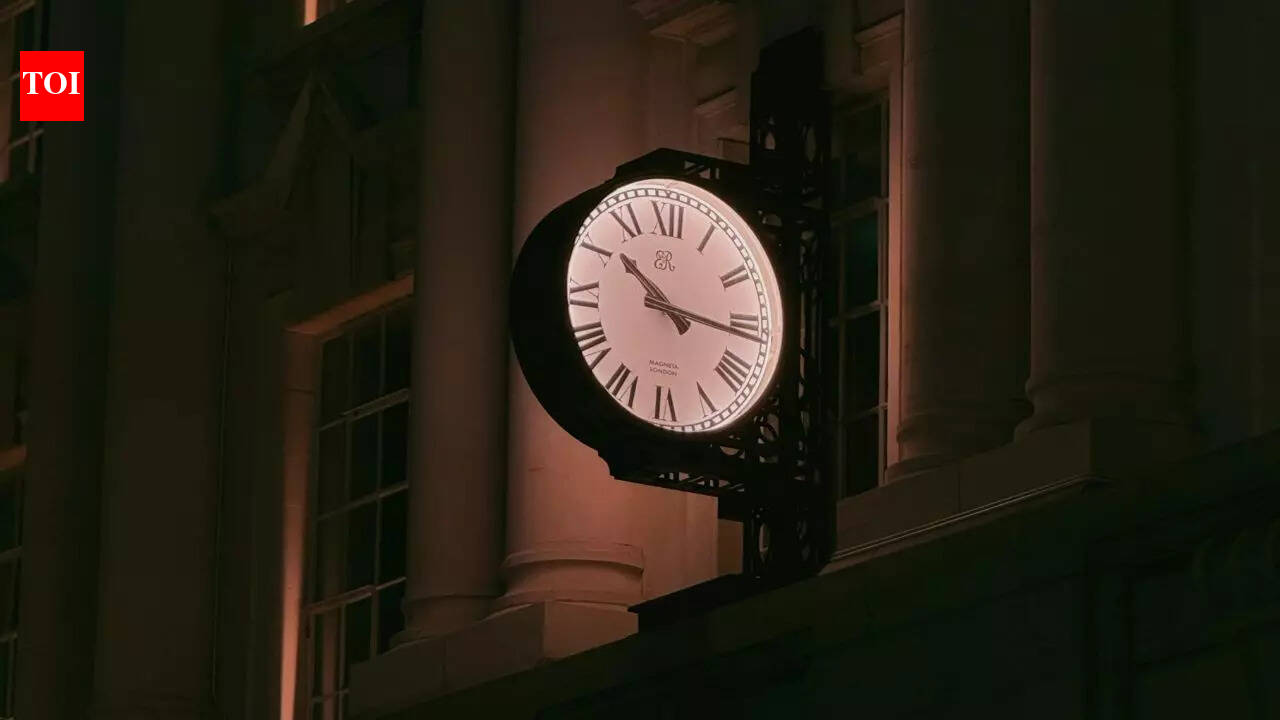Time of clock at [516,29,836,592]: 10:16
